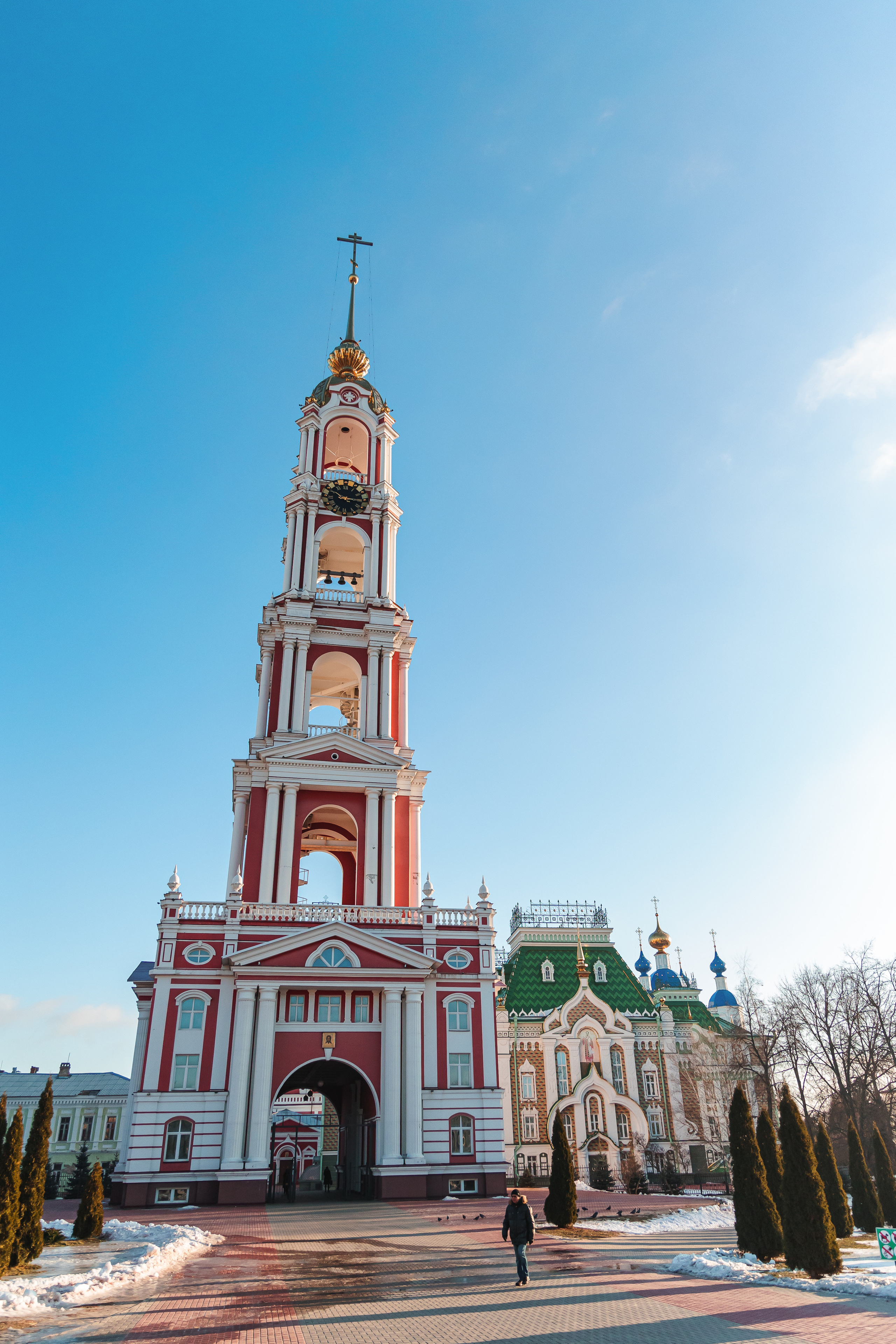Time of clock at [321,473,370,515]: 10:15
